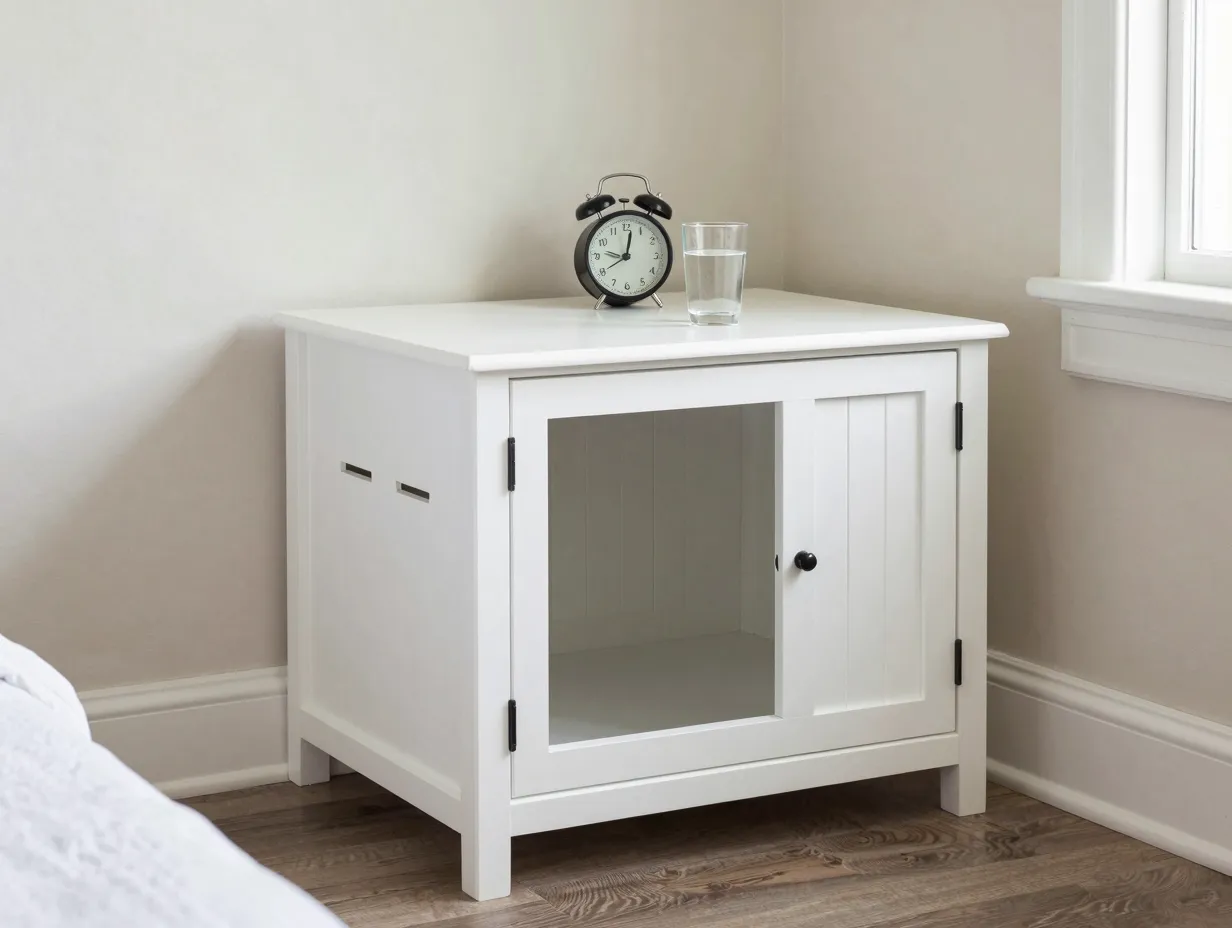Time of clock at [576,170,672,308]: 9:01
